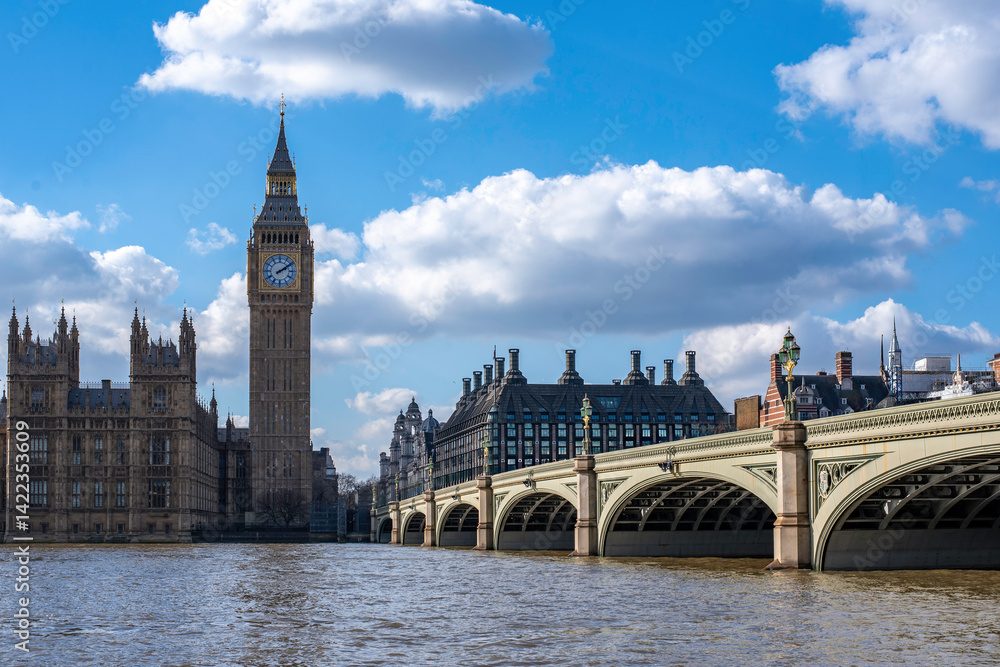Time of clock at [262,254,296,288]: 2:09
